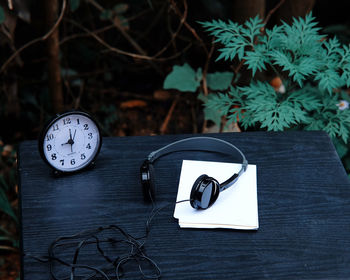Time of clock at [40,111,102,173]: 9:01
